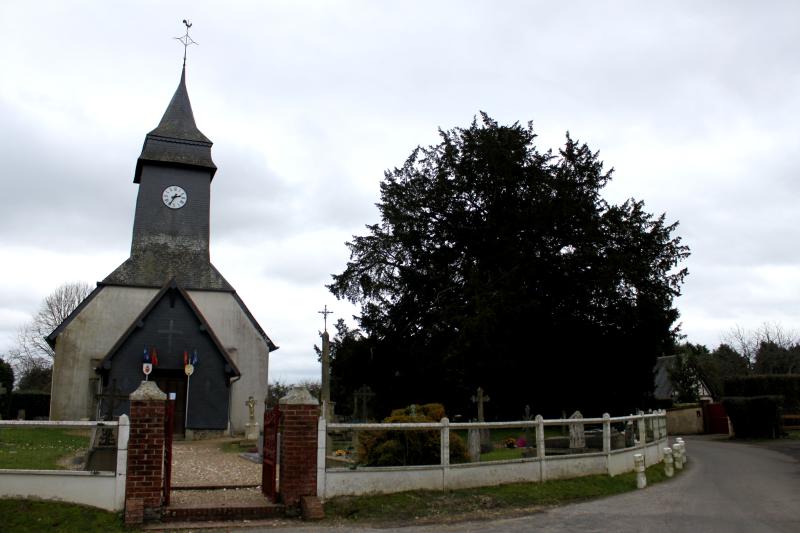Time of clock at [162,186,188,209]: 2:34
